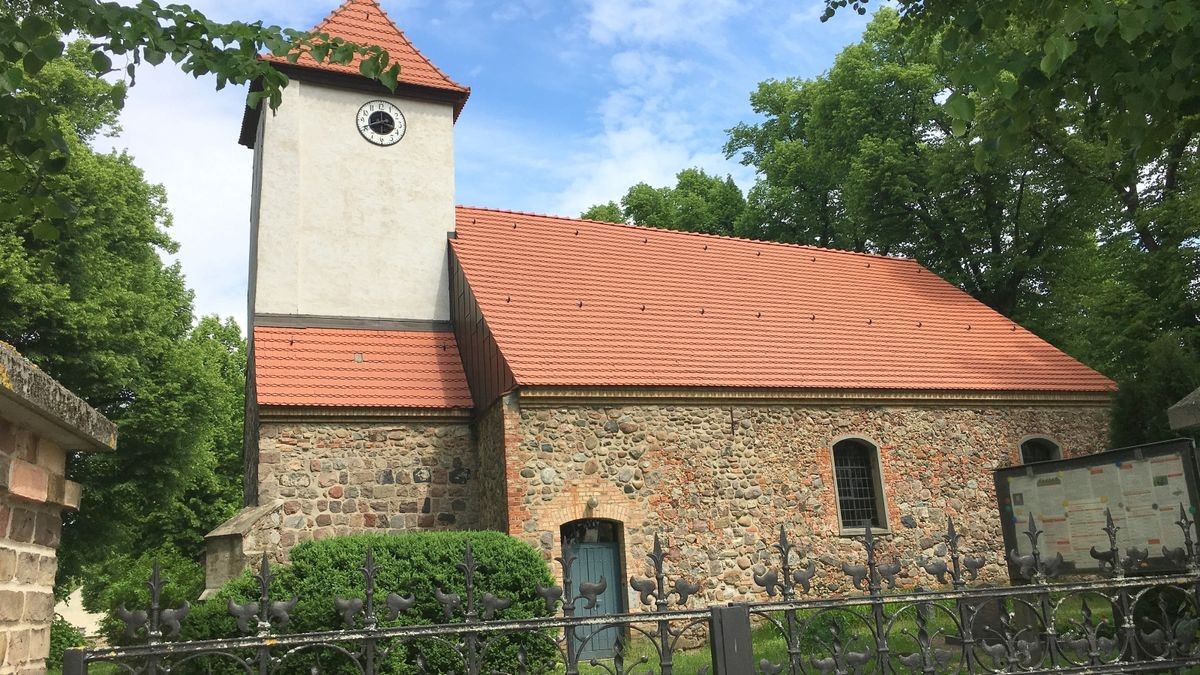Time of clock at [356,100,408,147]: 3:41
